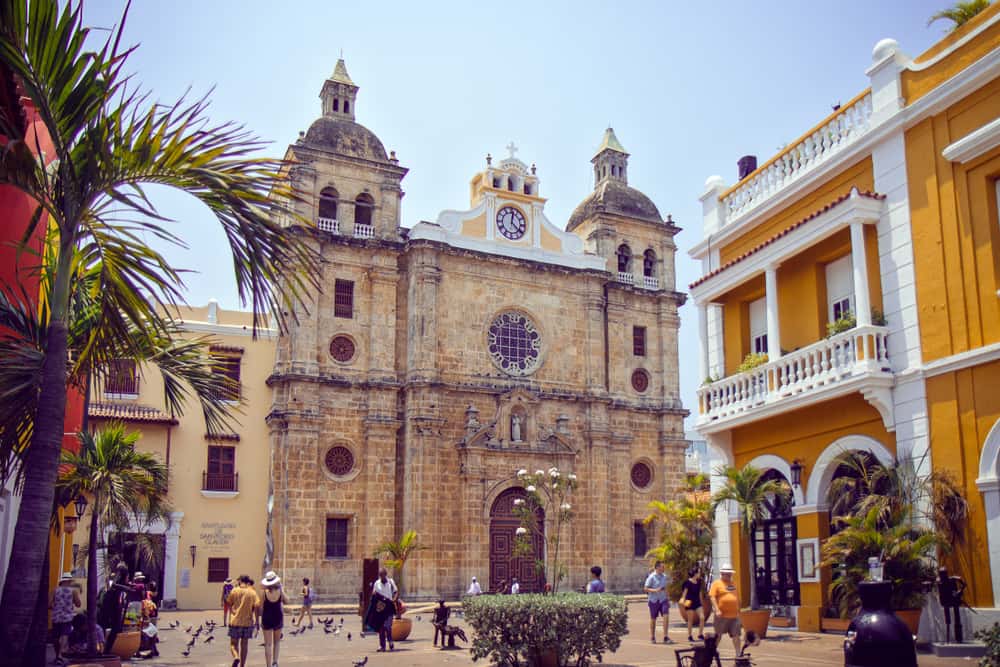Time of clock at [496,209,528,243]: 12:21
